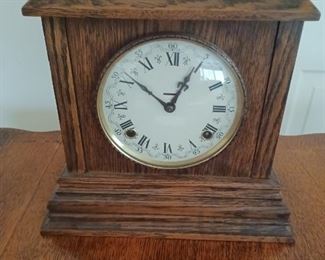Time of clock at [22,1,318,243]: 12:51
